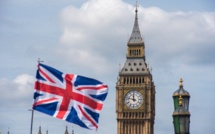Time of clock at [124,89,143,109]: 11:47
